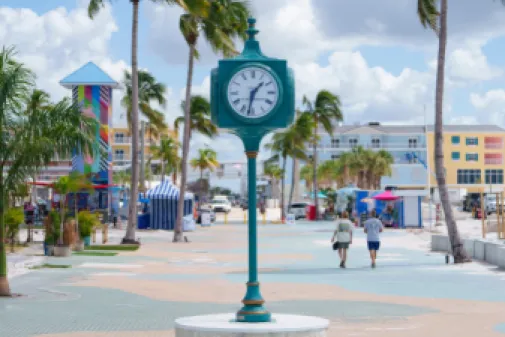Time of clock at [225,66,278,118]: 1:32
